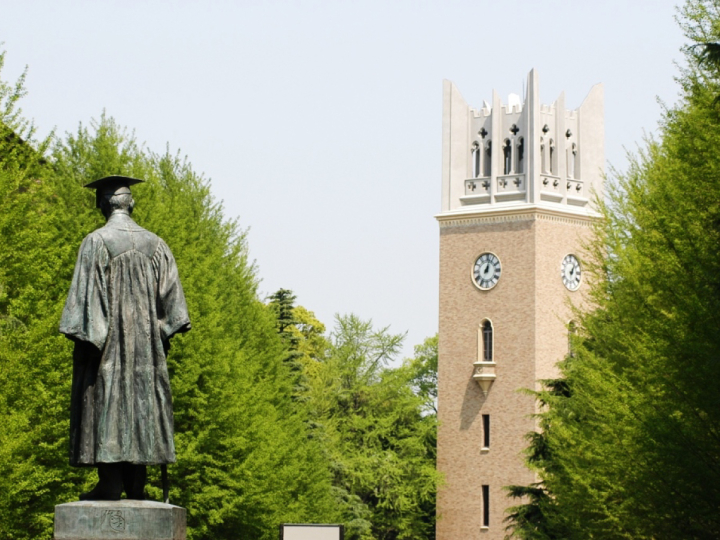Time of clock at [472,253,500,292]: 1:02
